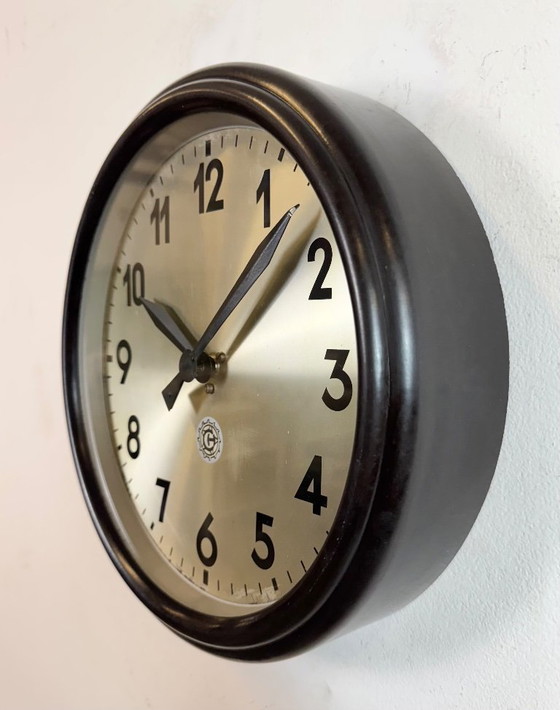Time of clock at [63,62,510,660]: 10:07
